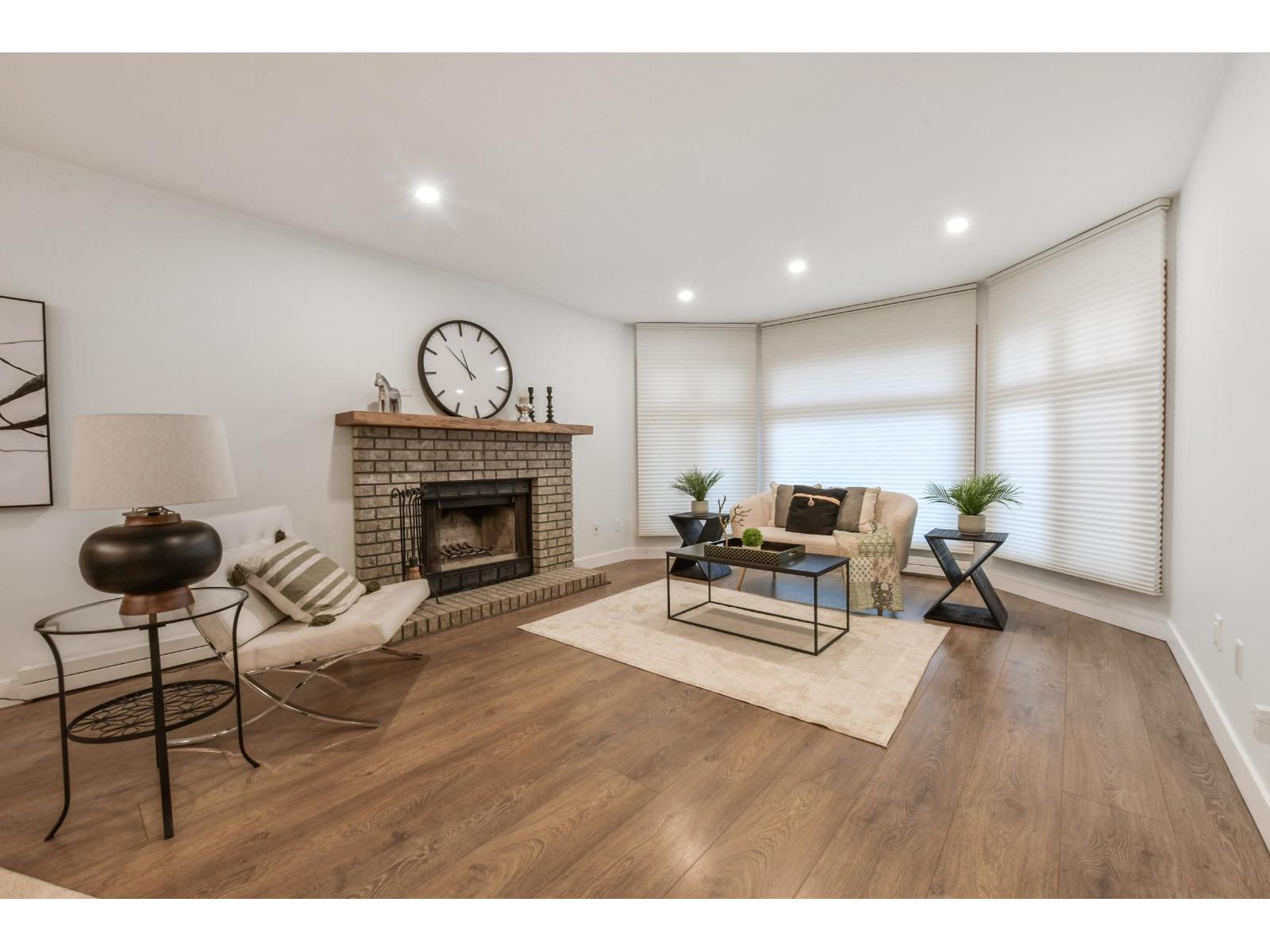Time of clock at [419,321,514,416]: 11:53
